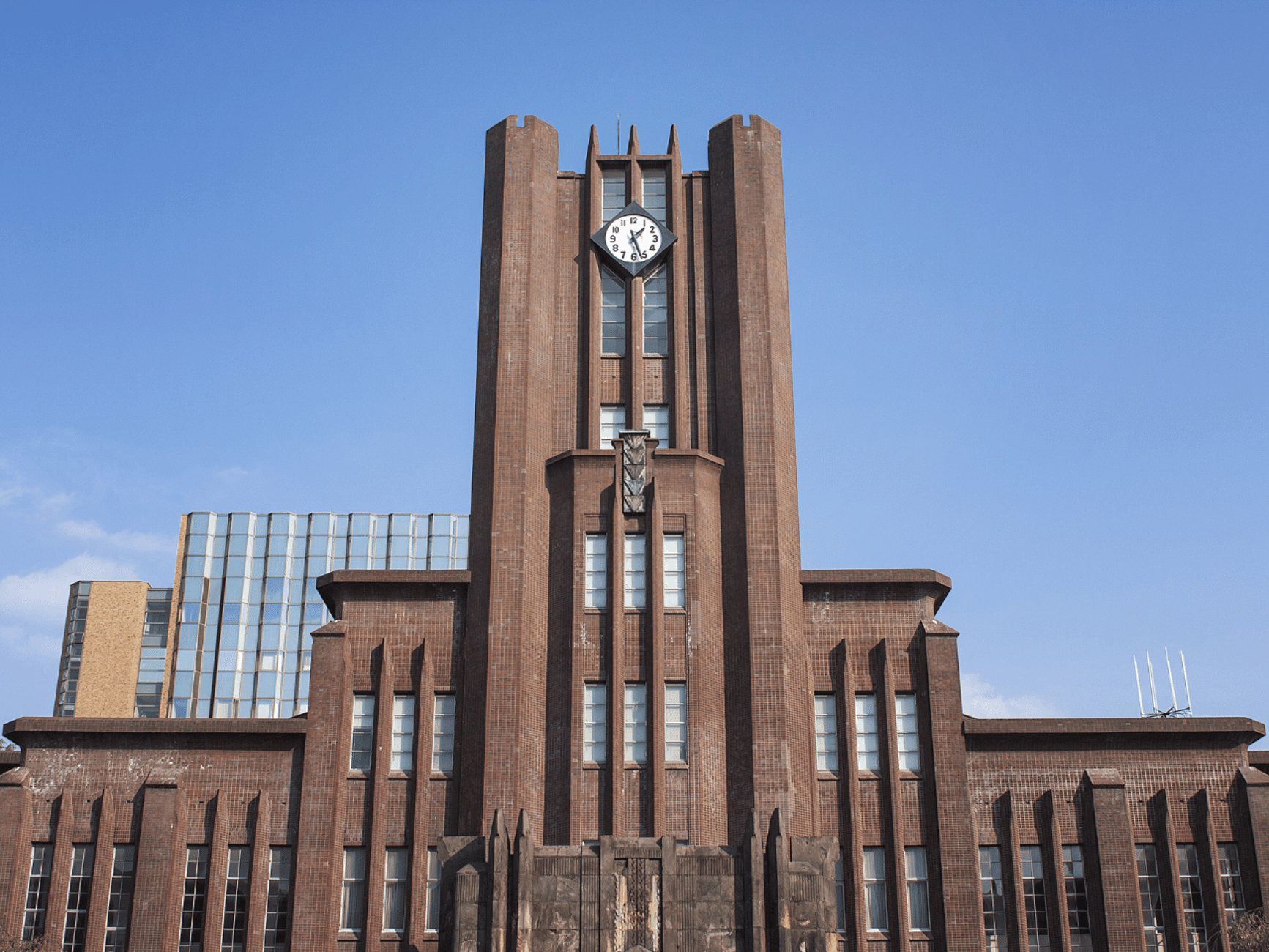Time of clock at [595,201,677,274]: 1:26
